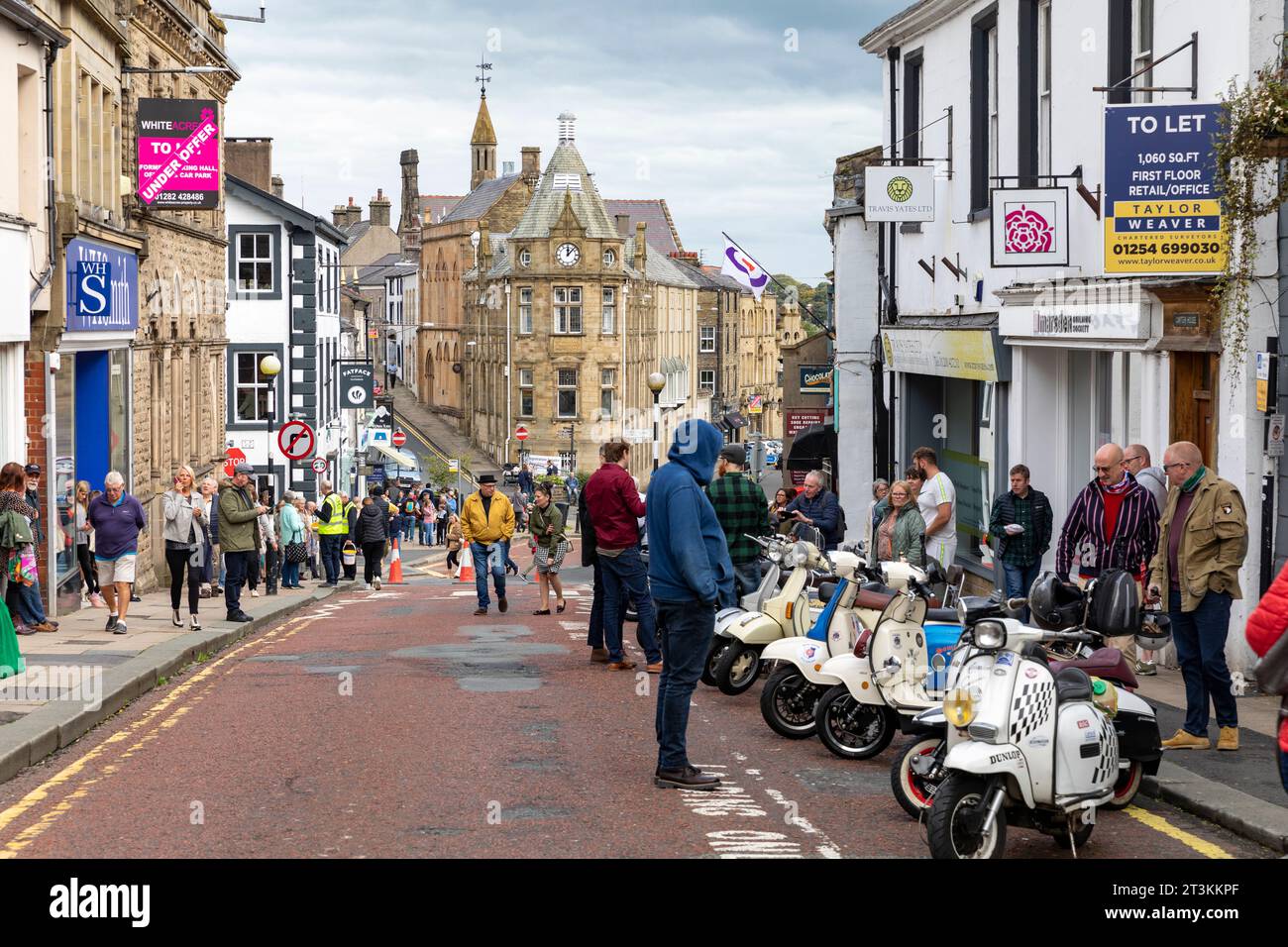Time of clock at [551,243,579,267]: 12:07
